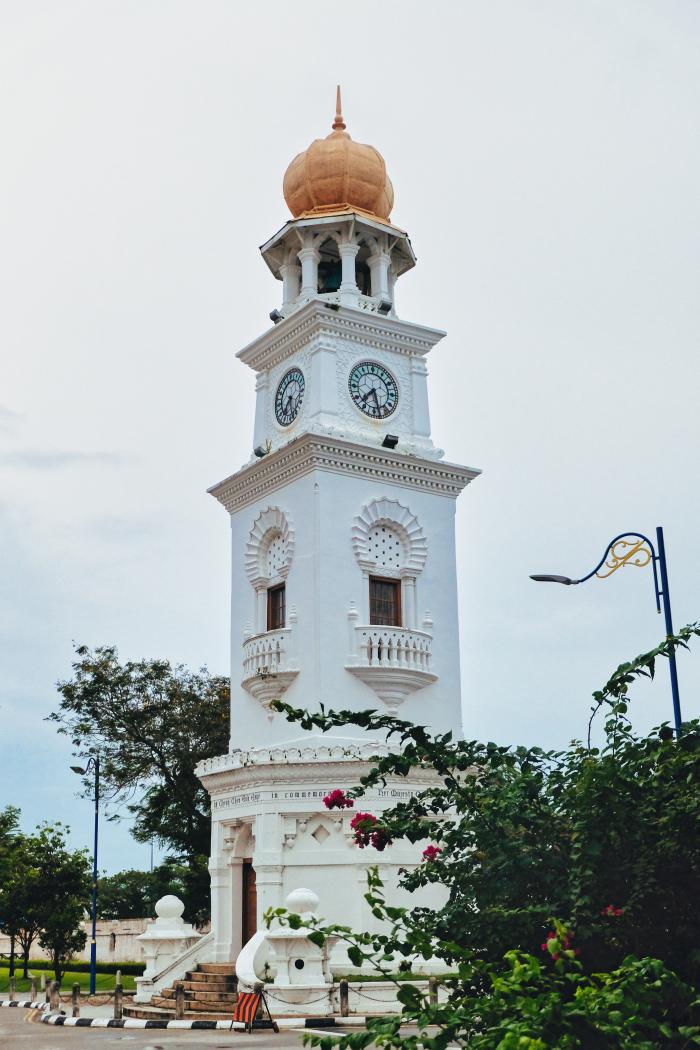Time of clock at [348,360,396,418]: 7:28
